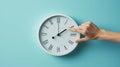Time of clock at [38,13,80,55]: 2:00
